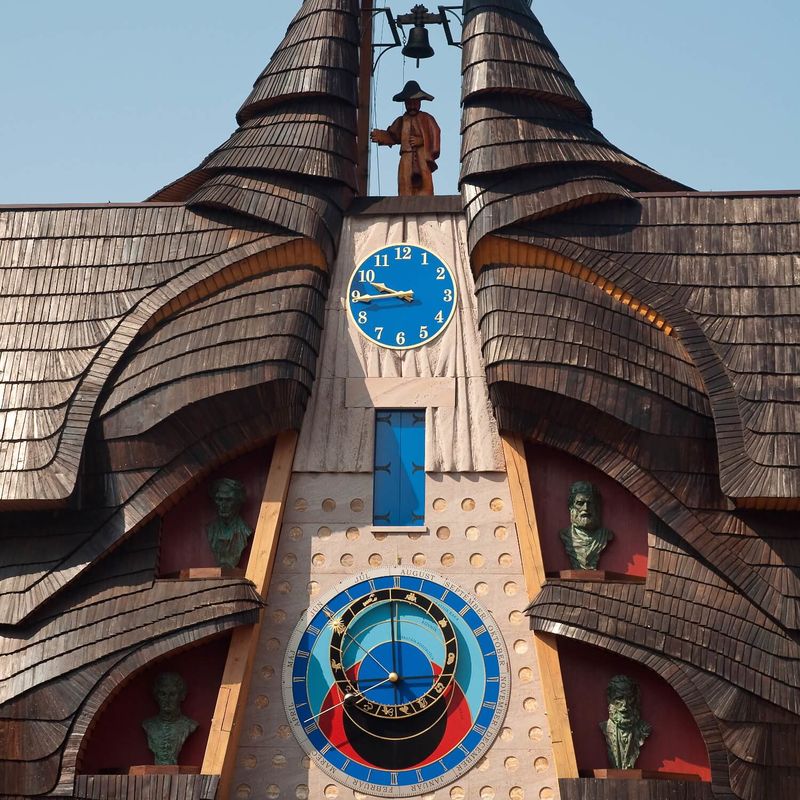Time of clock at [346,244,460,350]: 9:44
